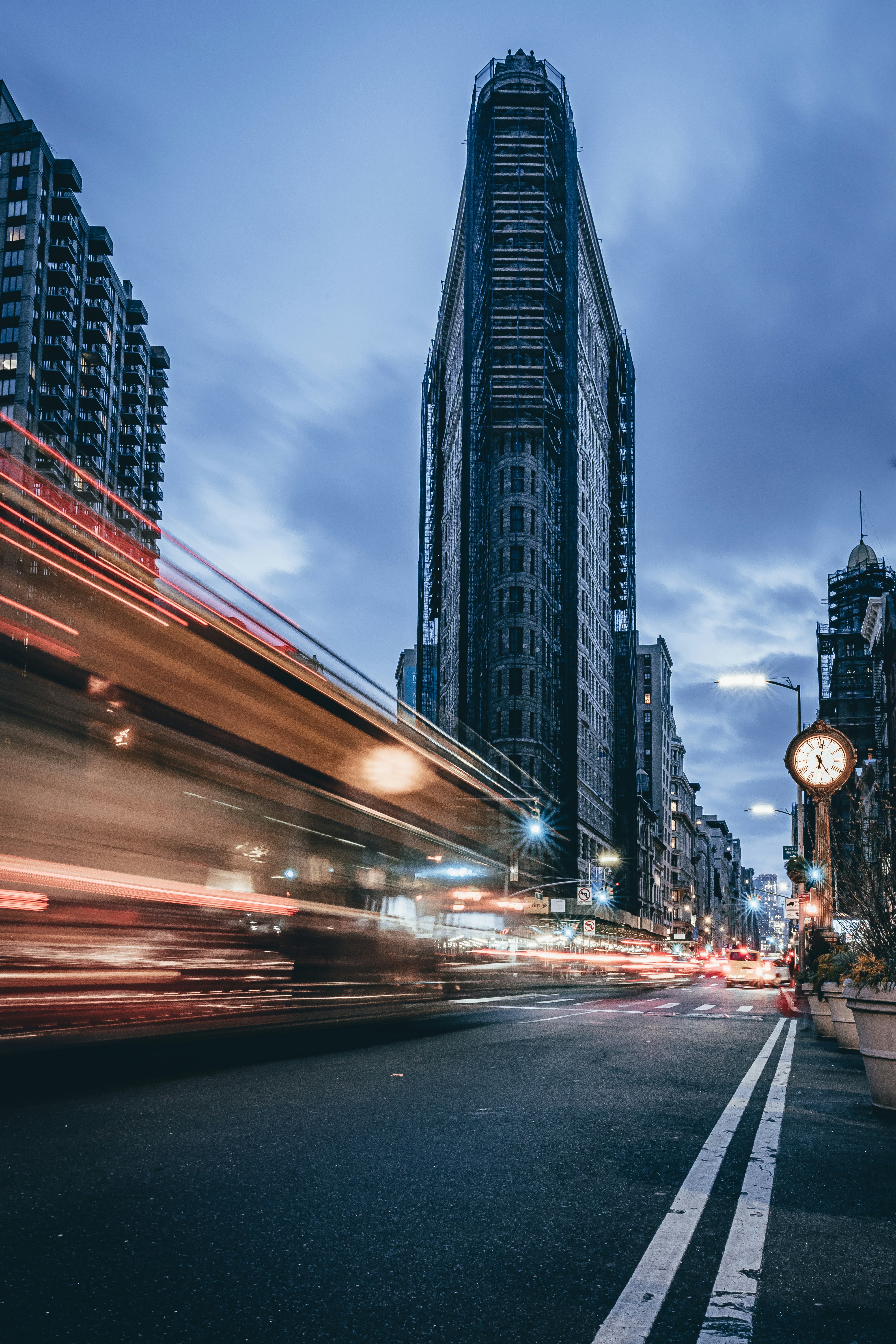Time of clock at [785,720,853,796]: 5:01
